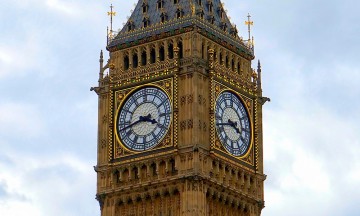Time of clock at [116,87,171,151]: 3:42
